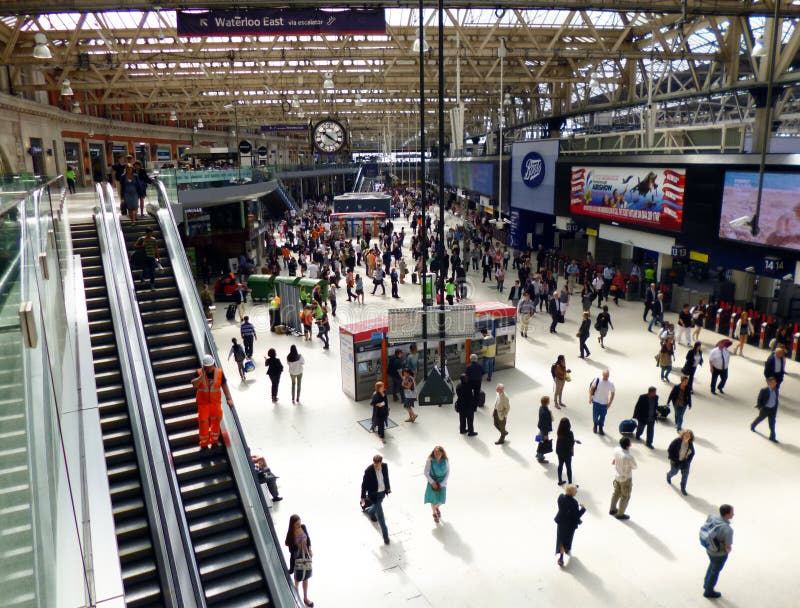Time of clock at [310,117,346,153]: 10:20
